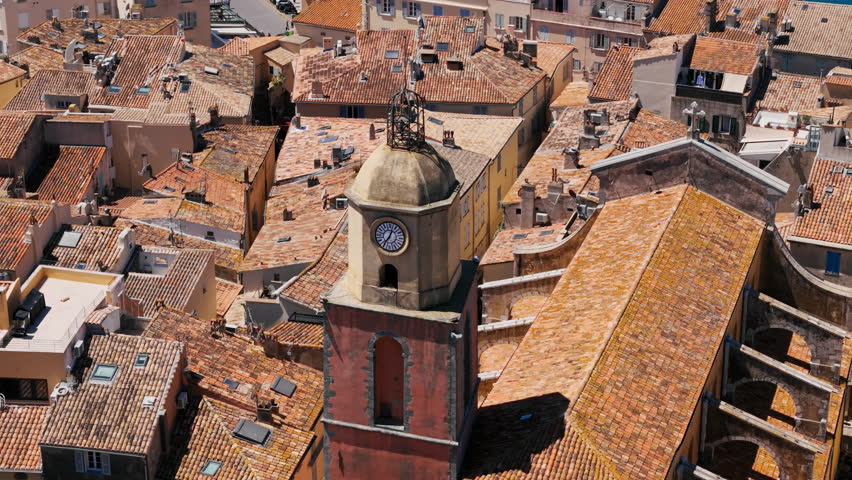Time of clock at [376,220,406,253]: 7:03
